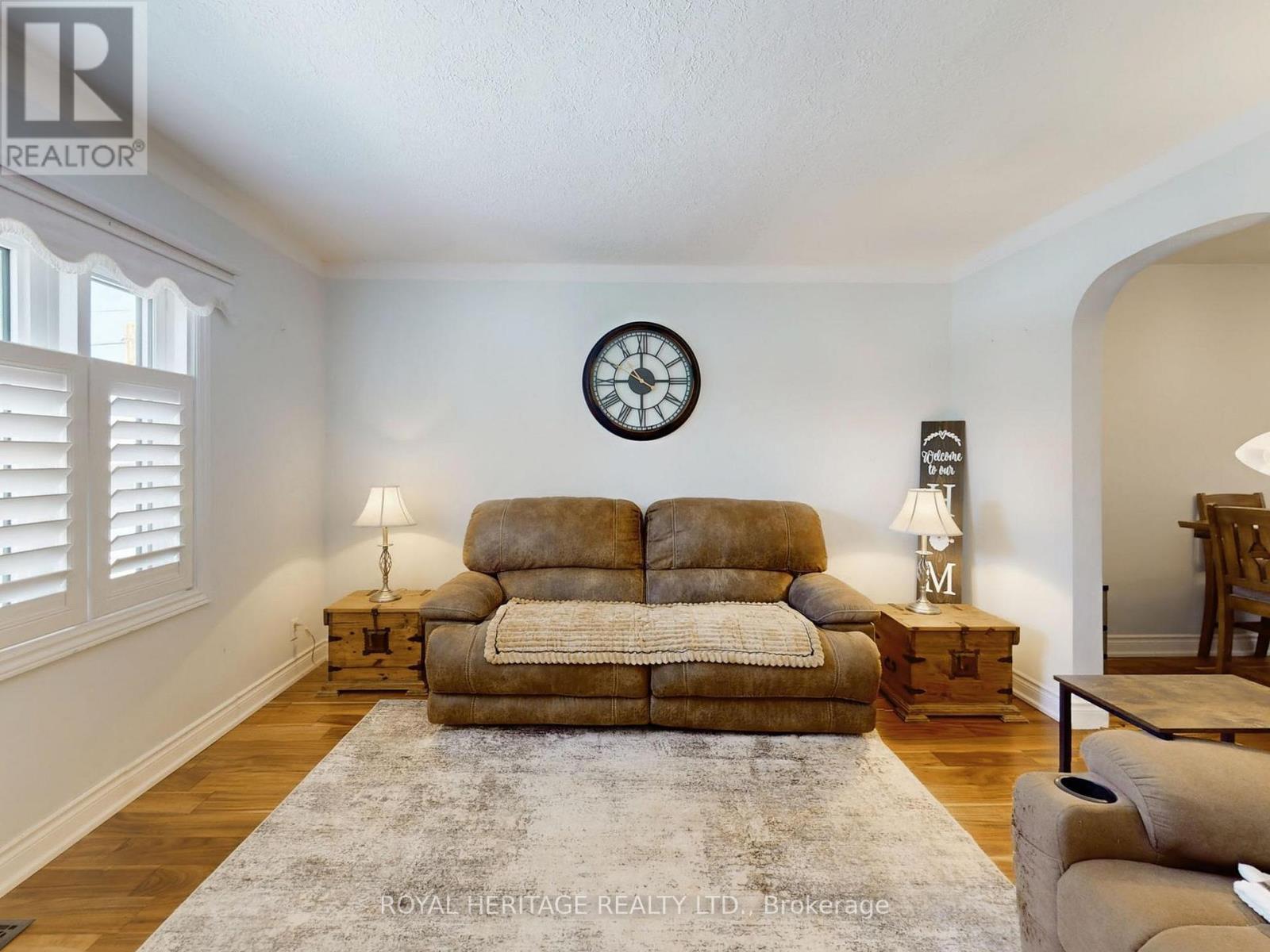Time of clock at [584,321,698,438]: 2:59
